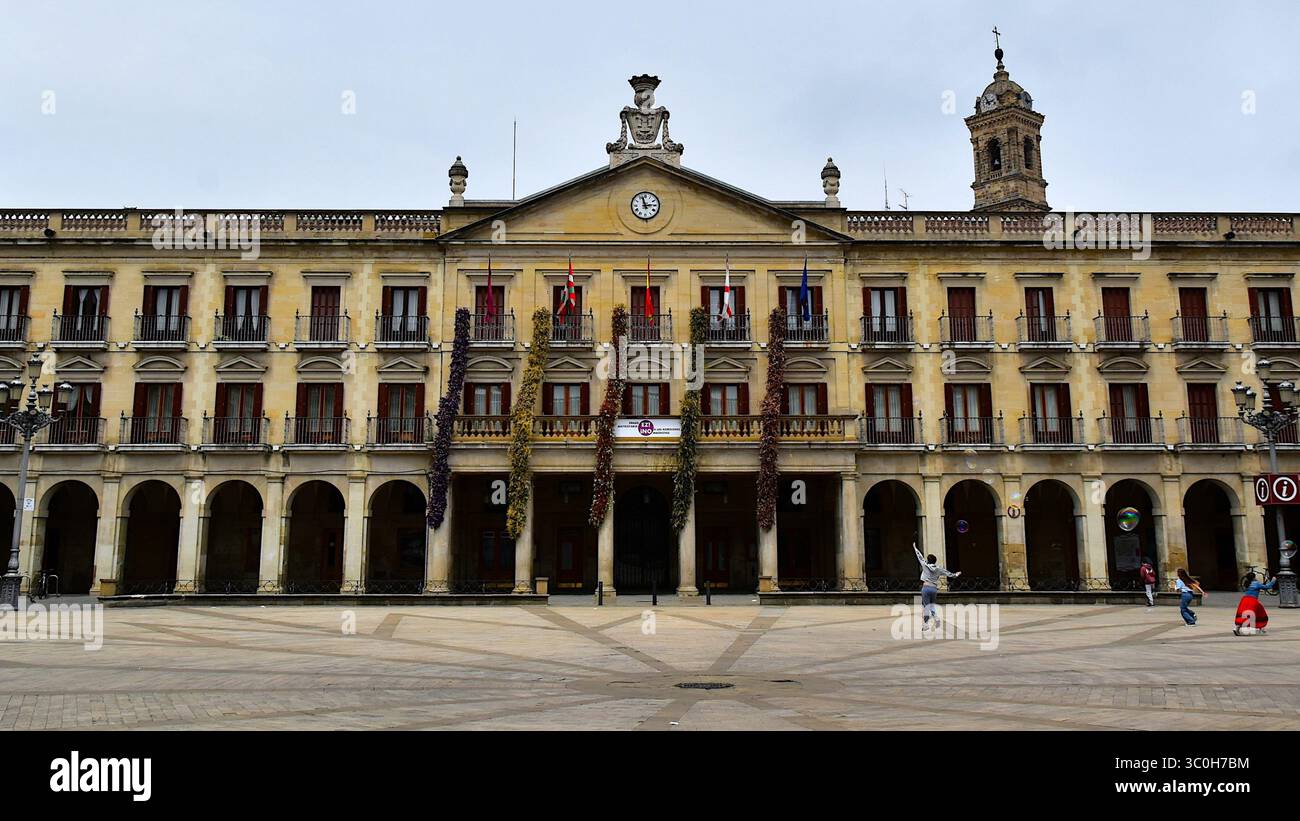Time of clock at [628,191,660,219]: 2:57
